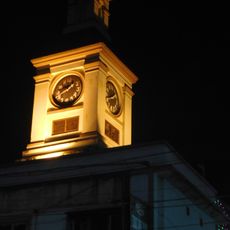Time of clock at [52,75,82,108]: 1:41
